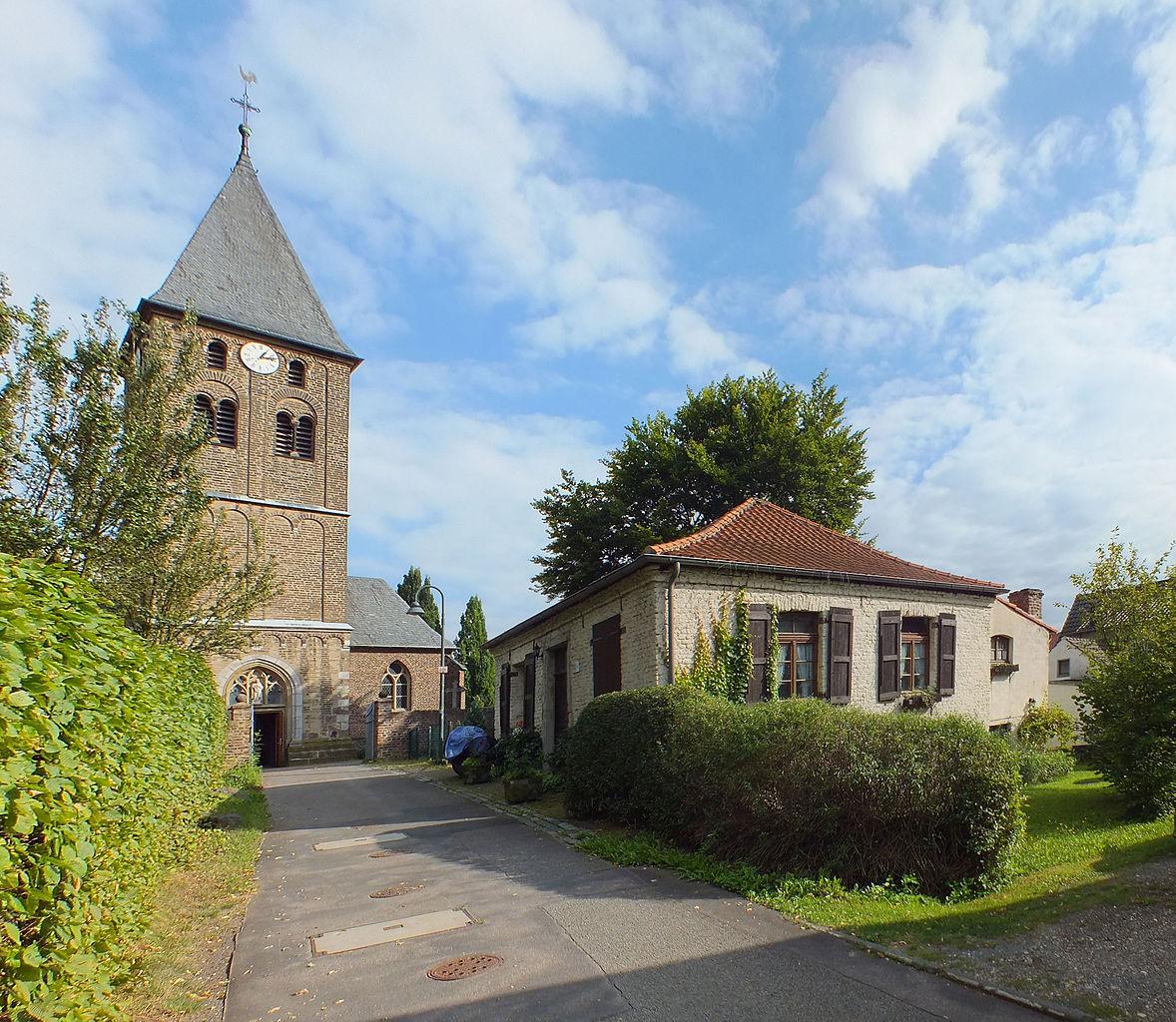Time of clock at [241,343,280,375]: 1:13
